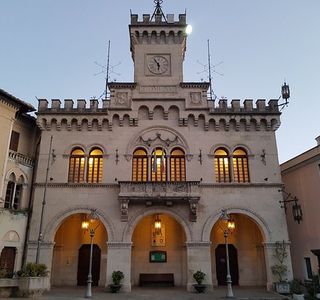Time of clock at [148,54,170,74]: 5:54
